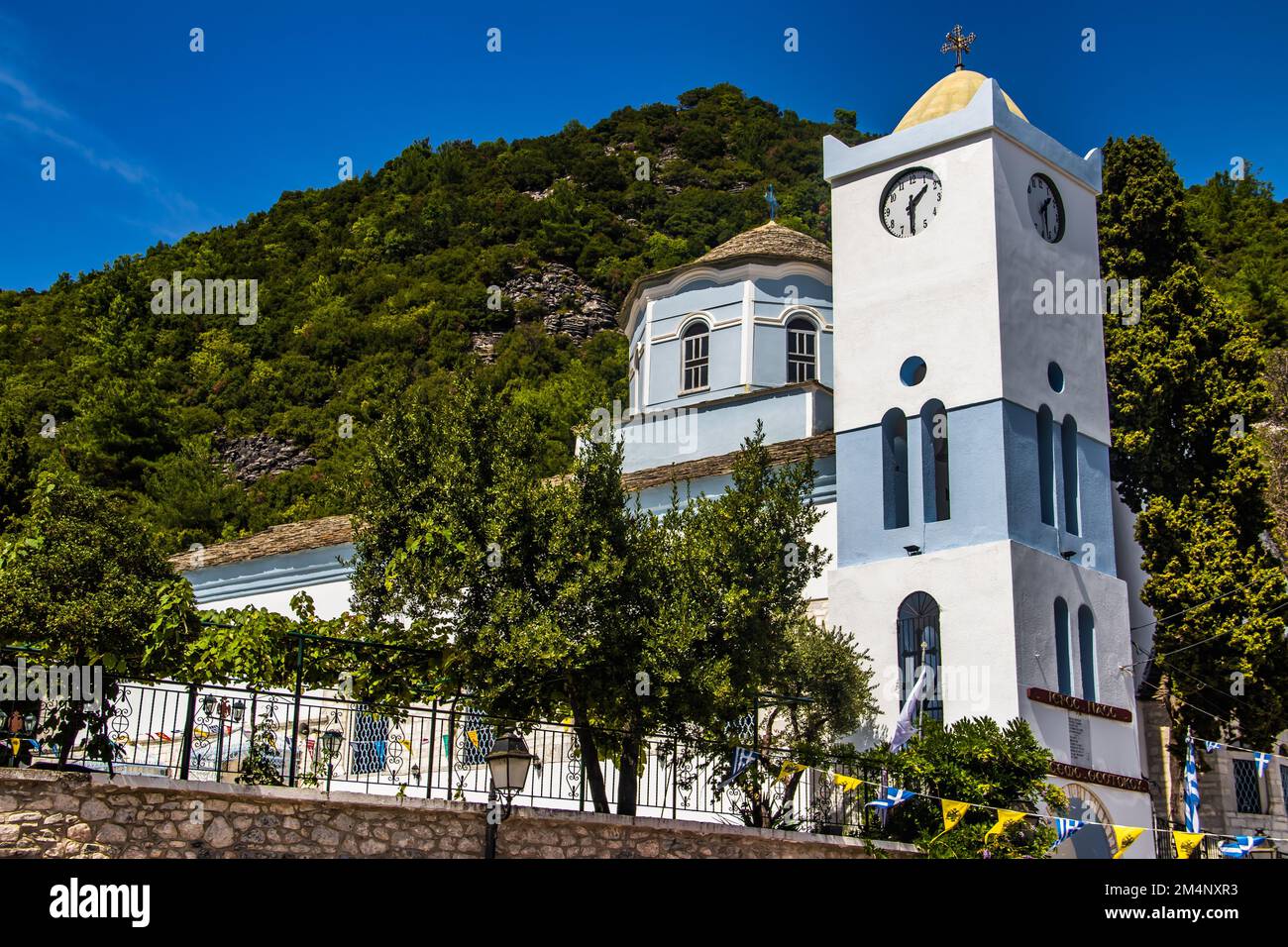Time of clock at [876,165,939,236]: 1:30
